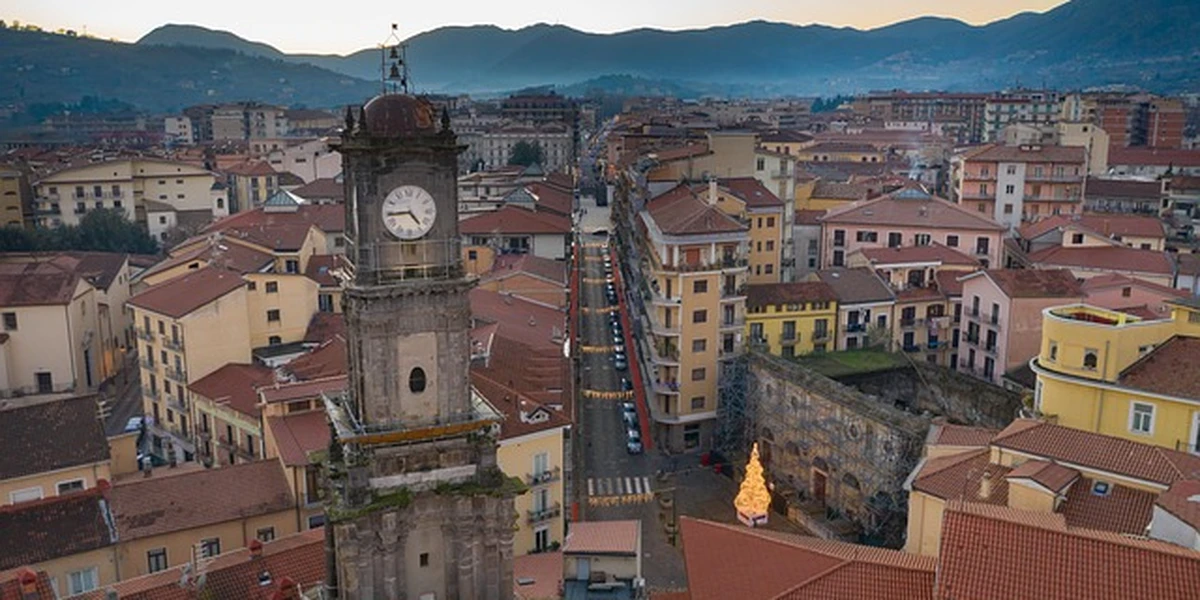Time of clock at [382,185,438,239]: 4:44
